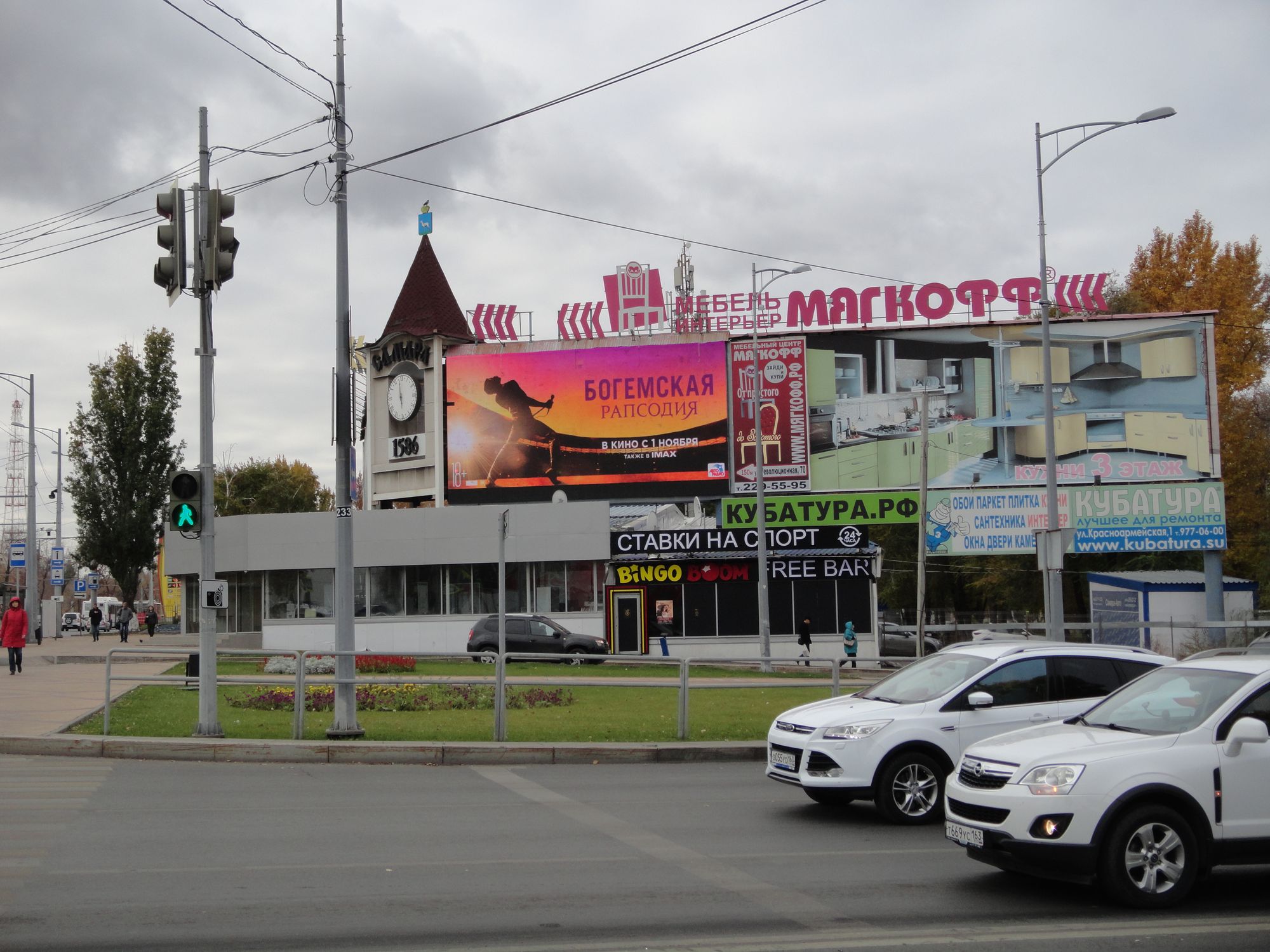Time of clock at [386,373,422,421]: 5:59
